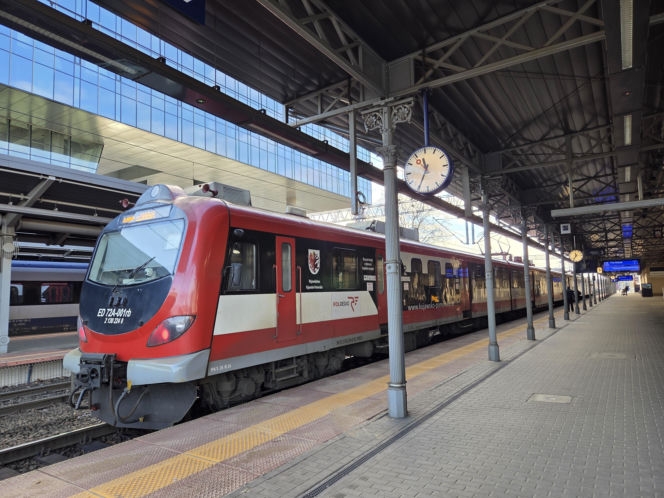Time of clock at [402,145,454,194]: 11:34
